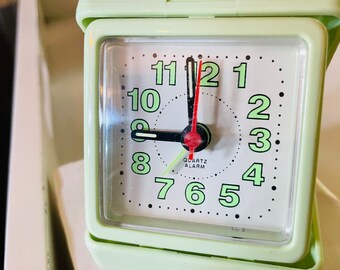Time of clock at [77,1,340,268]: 11:45
